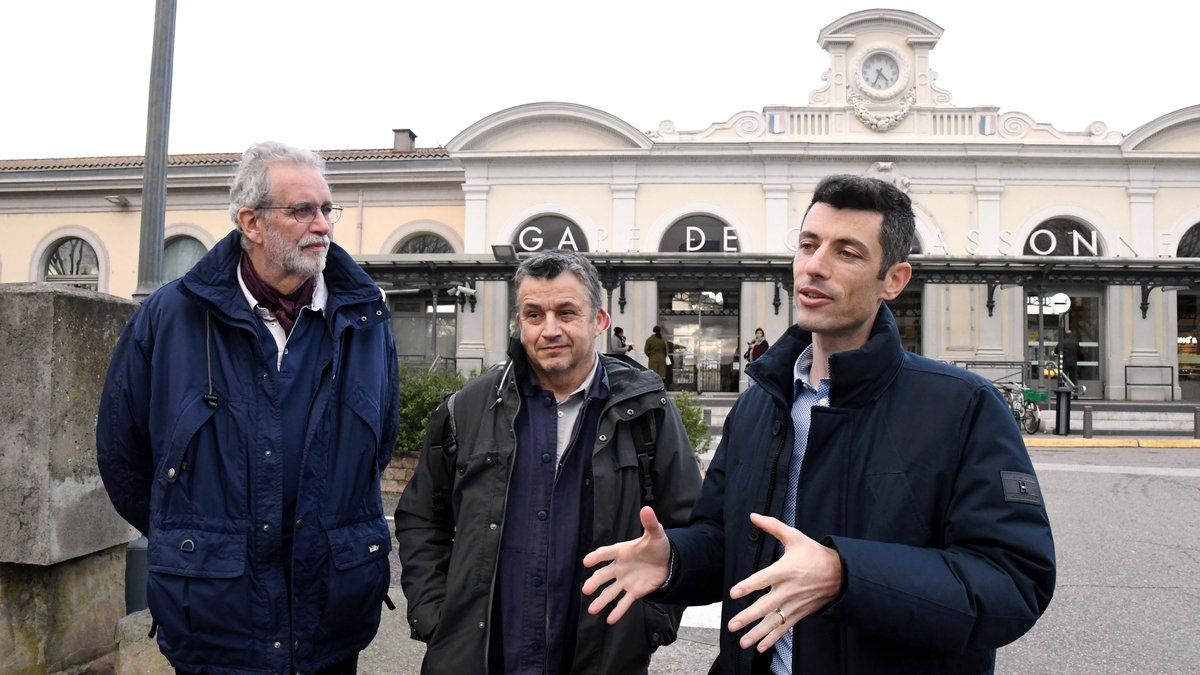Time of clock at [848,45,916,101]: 4:33
